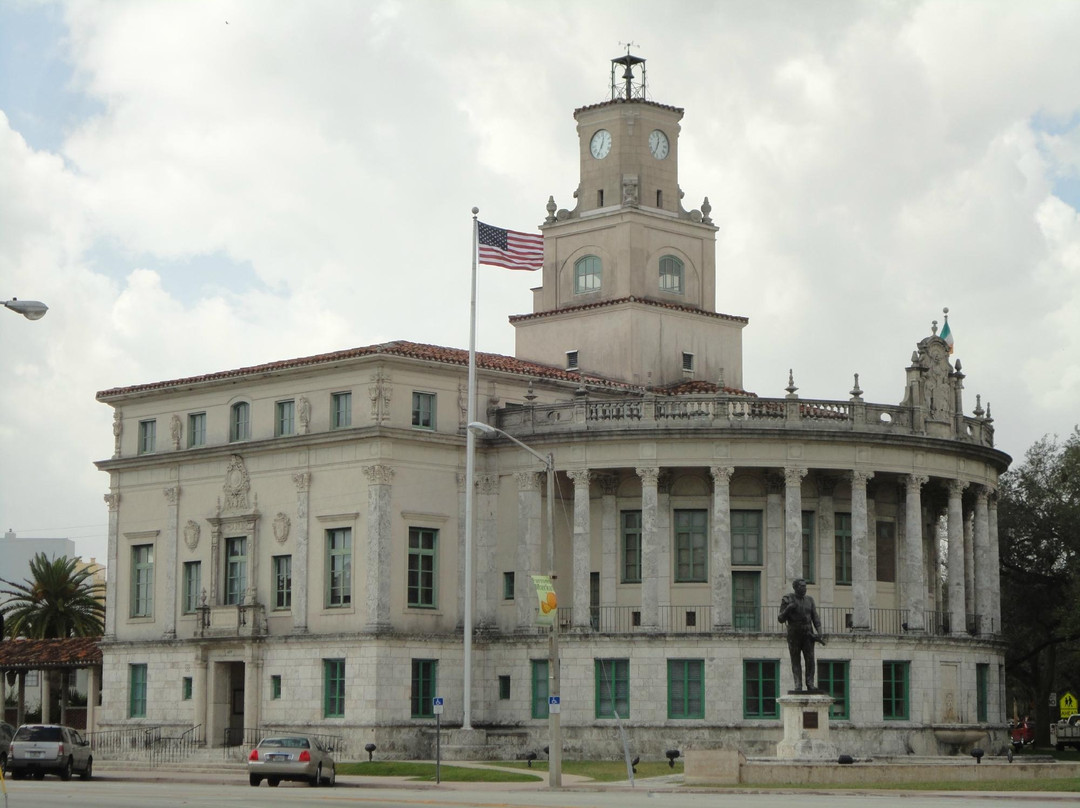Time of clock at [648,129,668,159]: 12:34
